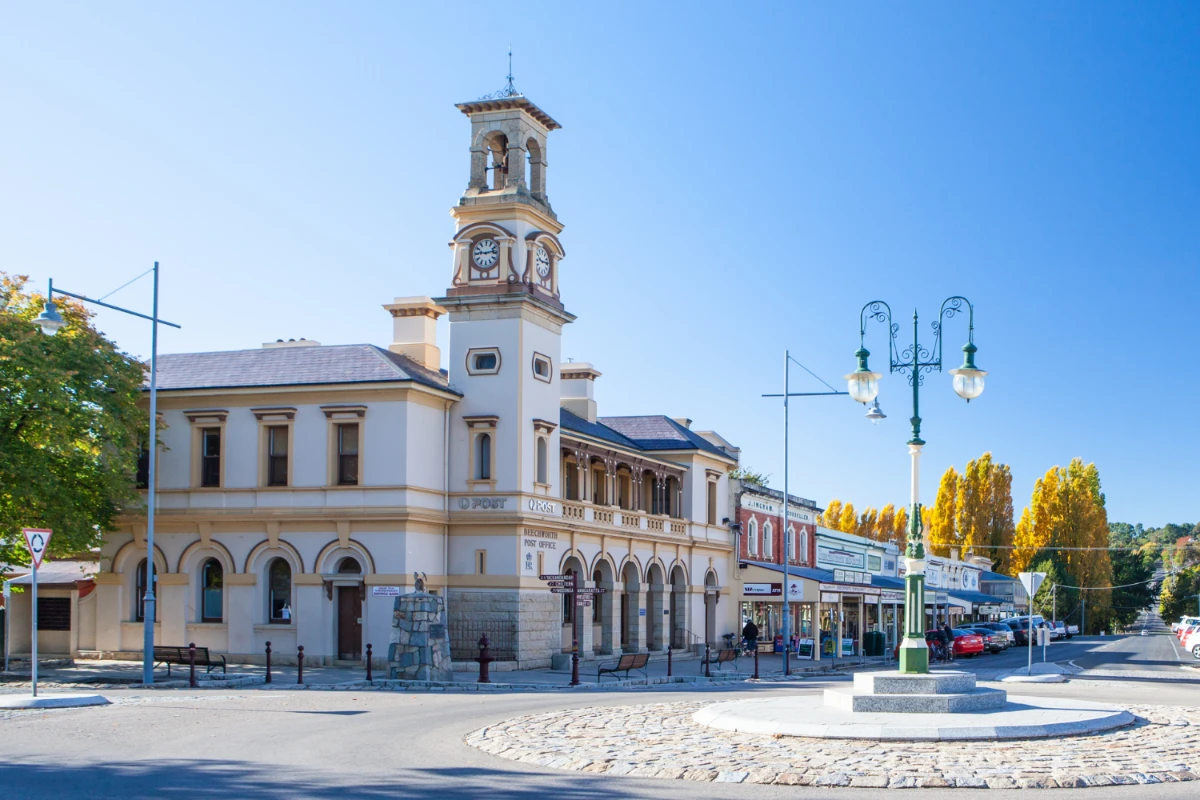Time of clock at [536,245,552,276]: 9:14
